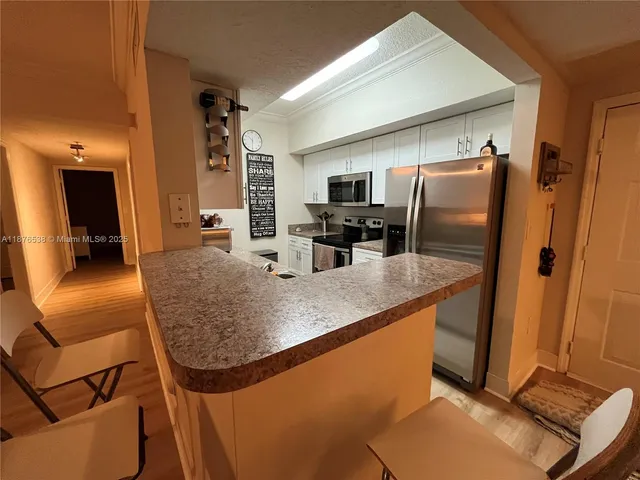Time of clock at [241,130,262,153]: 10:30
